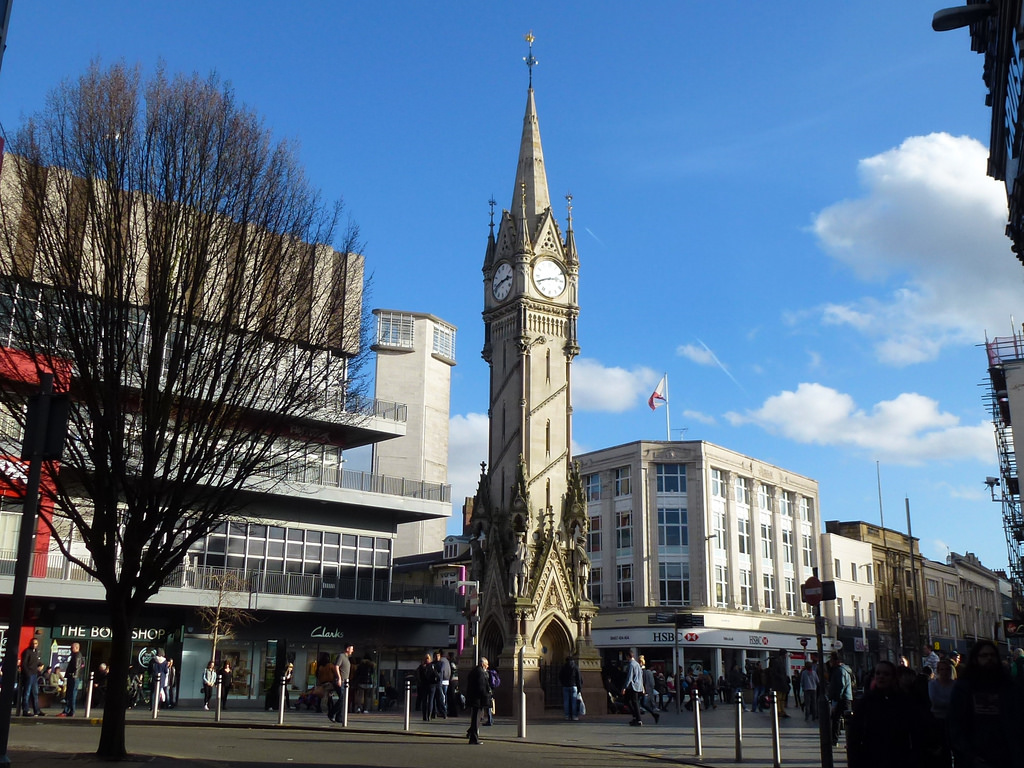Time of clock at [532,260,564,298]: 2:41
